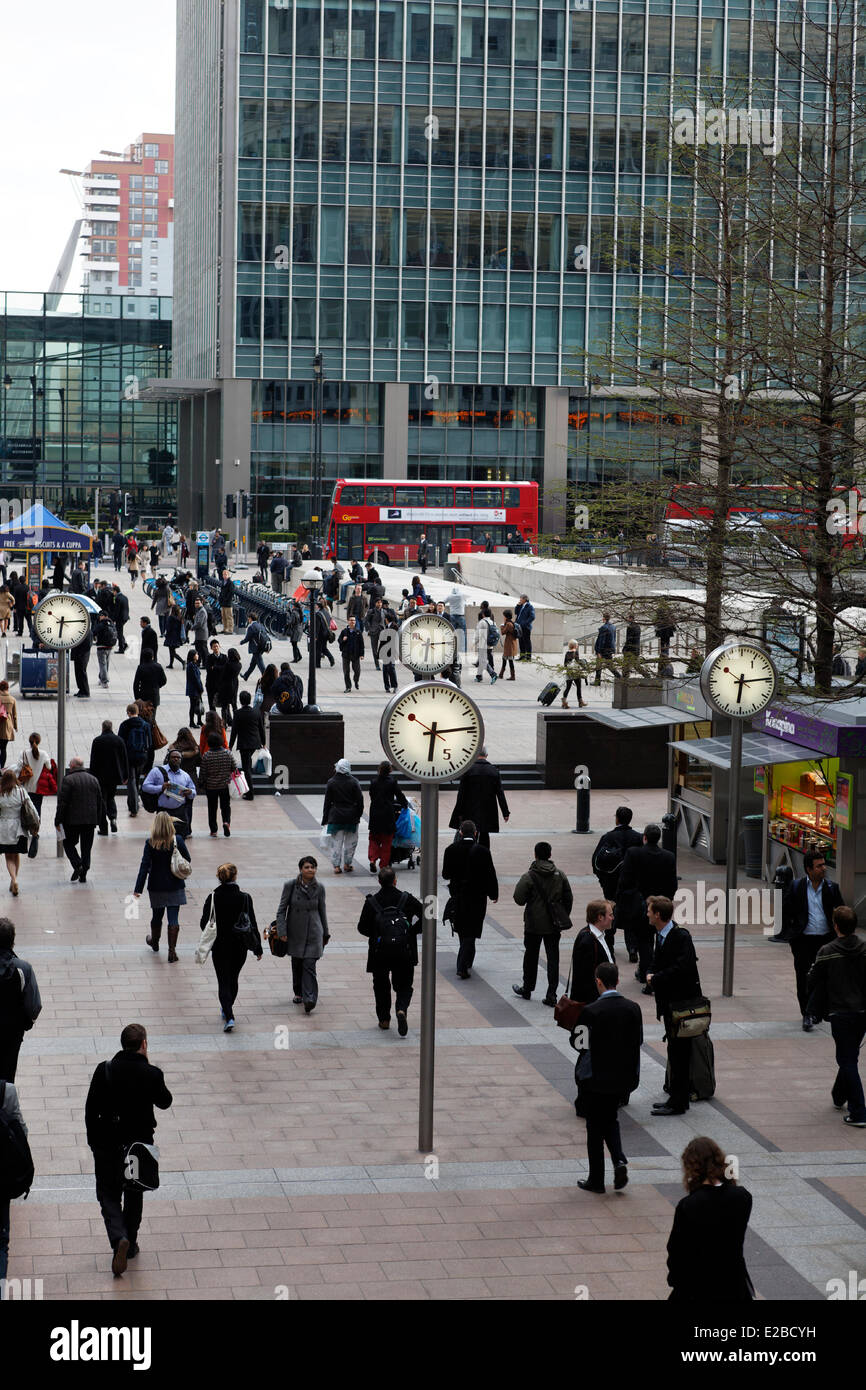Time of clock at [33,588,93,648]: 6:14
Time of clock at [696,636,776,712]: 6:14
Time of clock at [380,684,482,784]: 6:14
